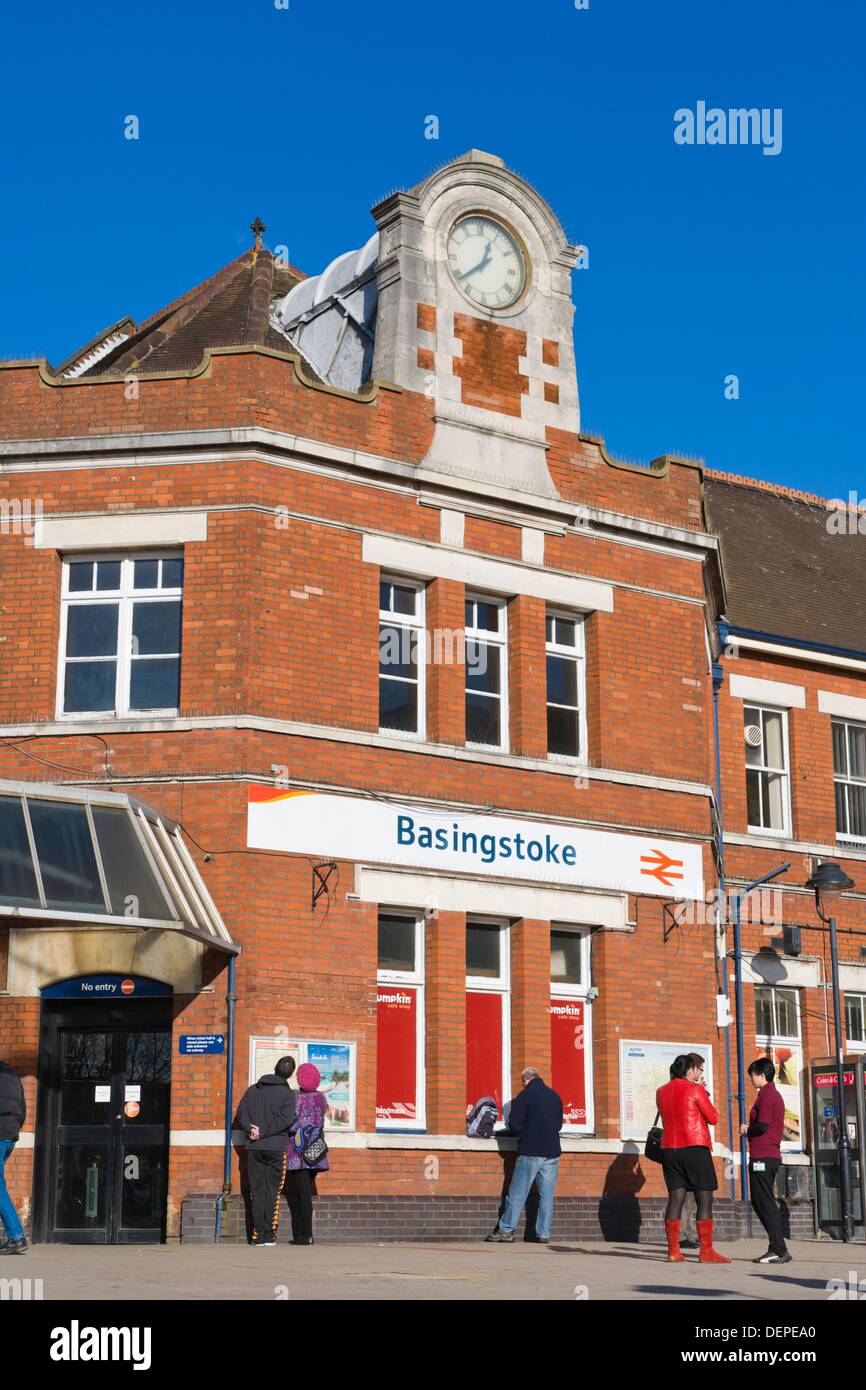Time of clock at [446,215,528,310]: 12:38
